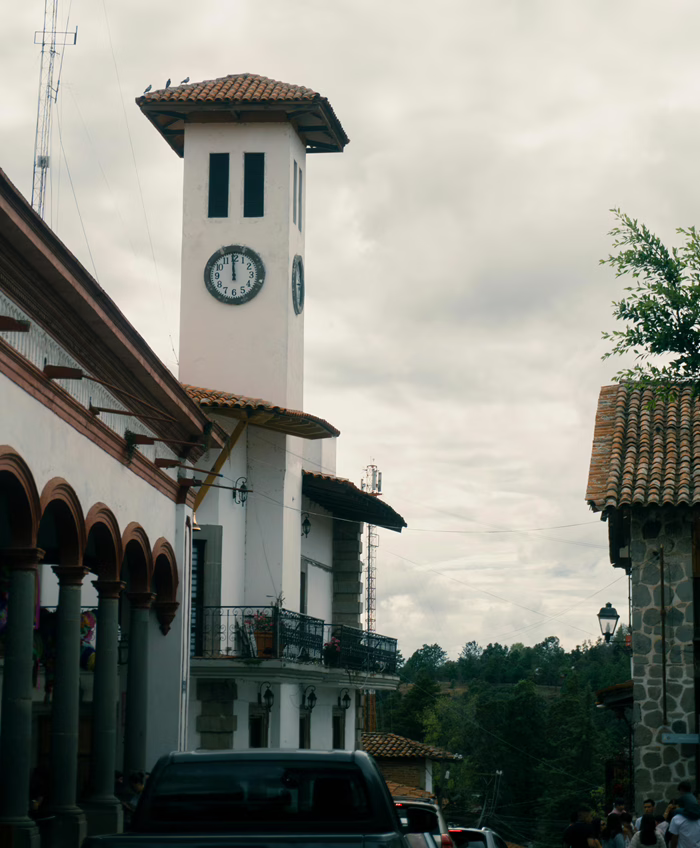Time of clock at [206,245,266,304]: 11:59
